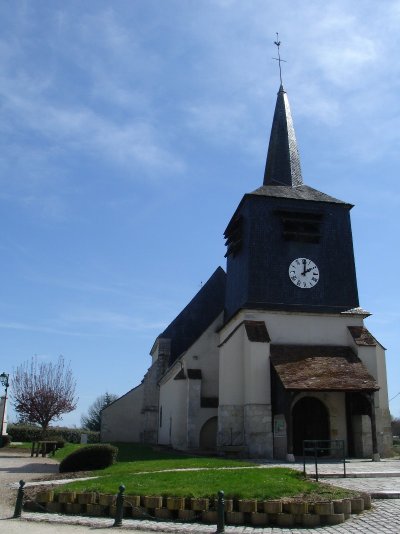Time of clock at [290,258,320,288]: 2:01
